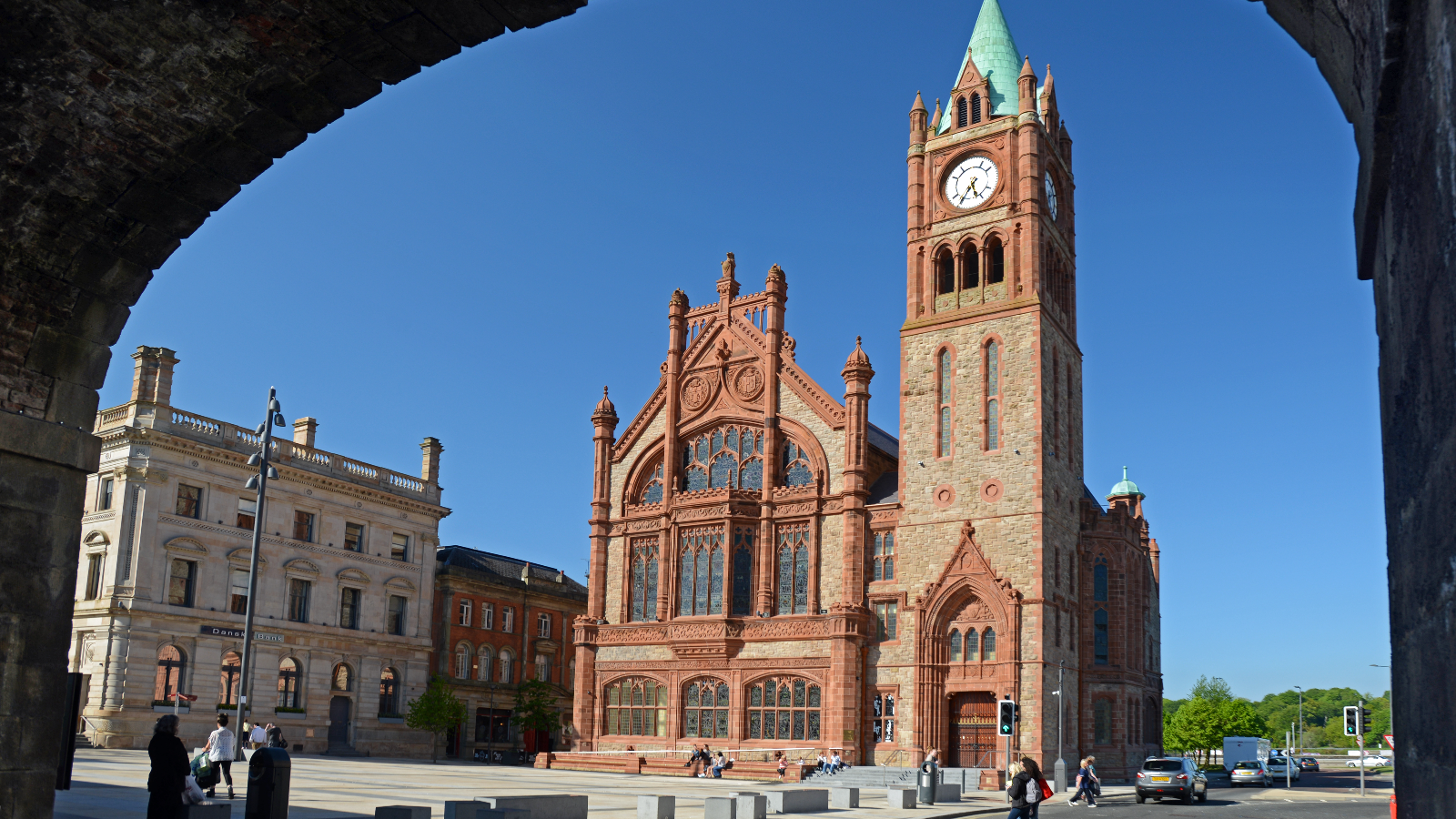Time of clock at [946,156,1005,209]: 5:35
